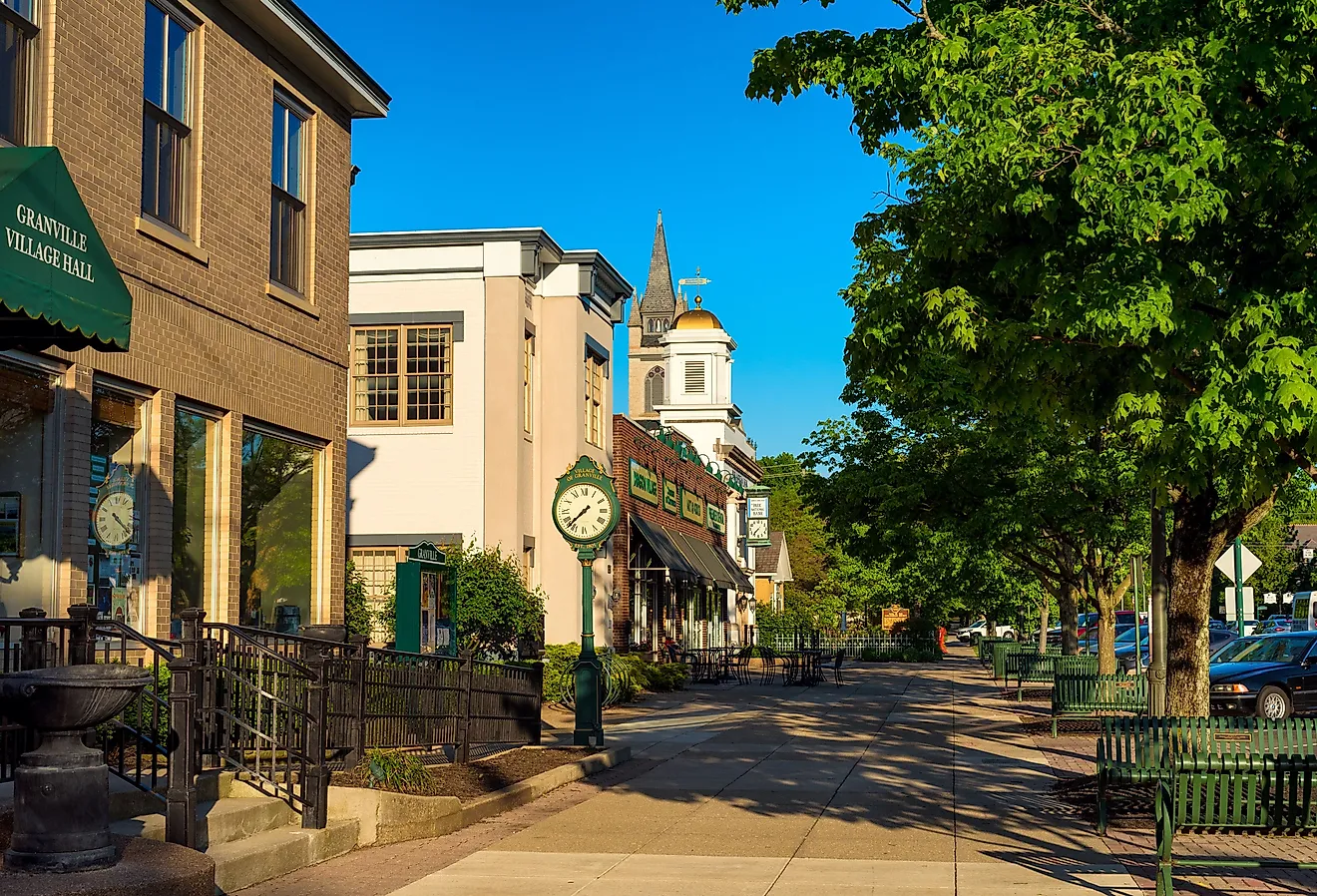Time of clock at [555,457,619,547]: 7:37
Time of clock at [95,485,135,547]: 4:21
